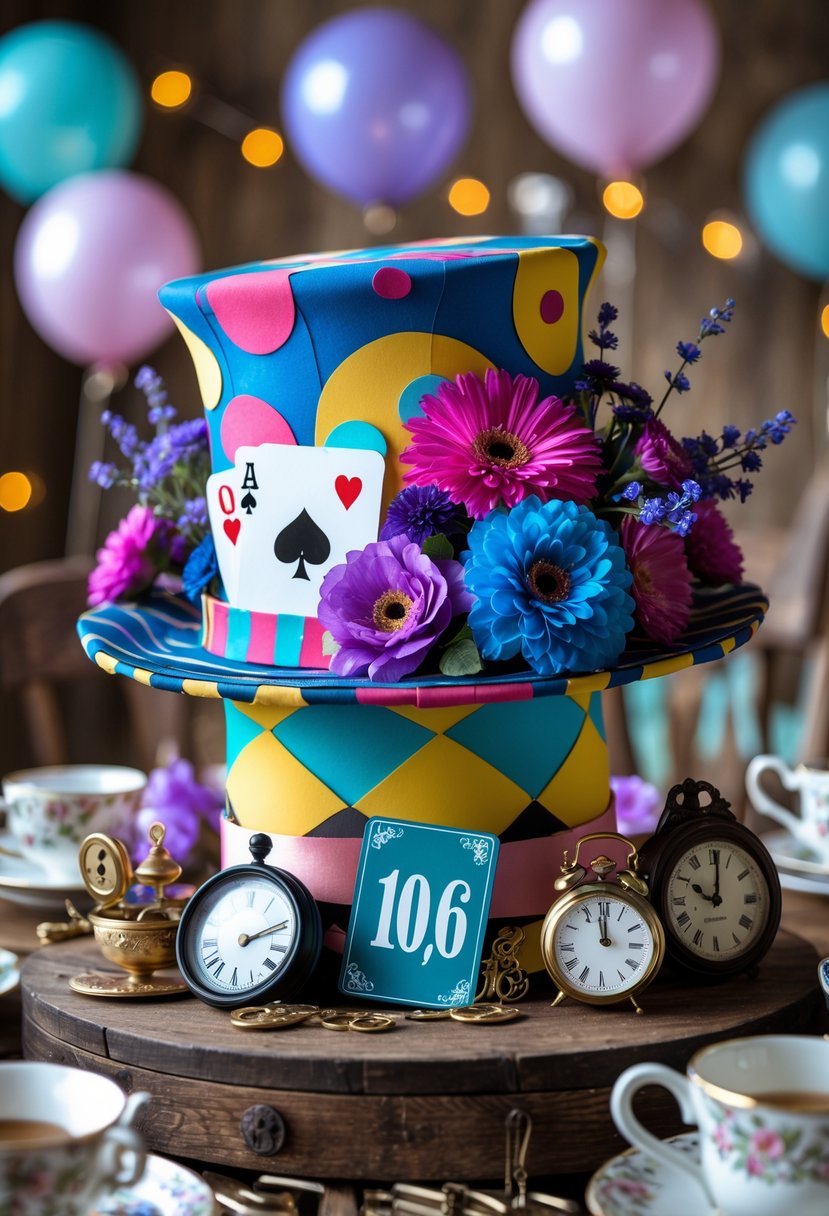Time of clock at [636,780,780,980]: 10:00
